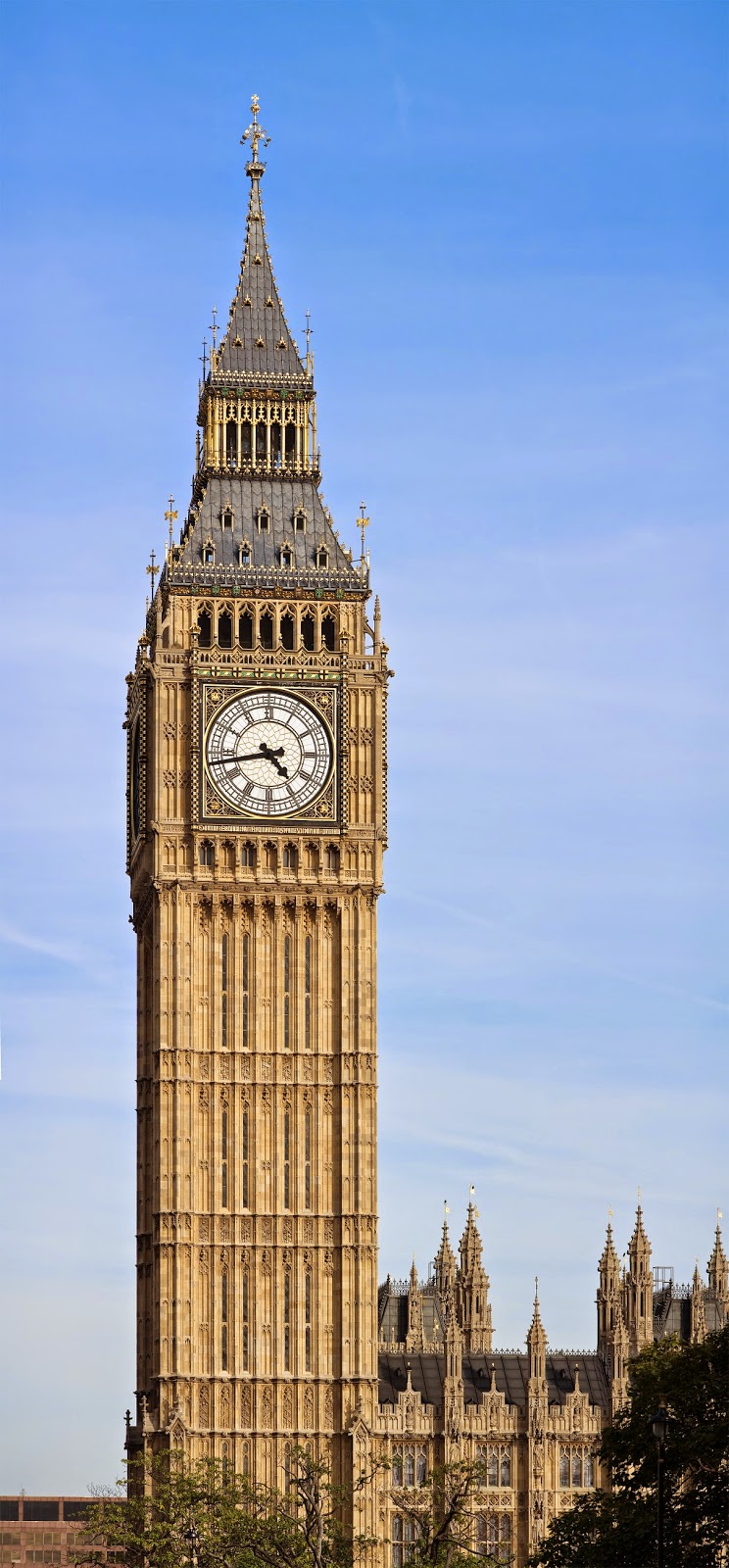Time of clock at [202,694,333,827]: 4:42
